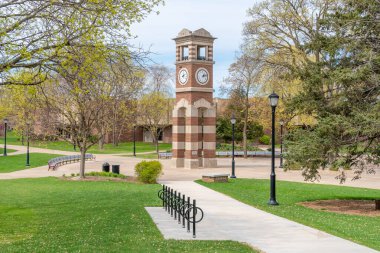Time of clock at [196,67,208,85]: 1:12
